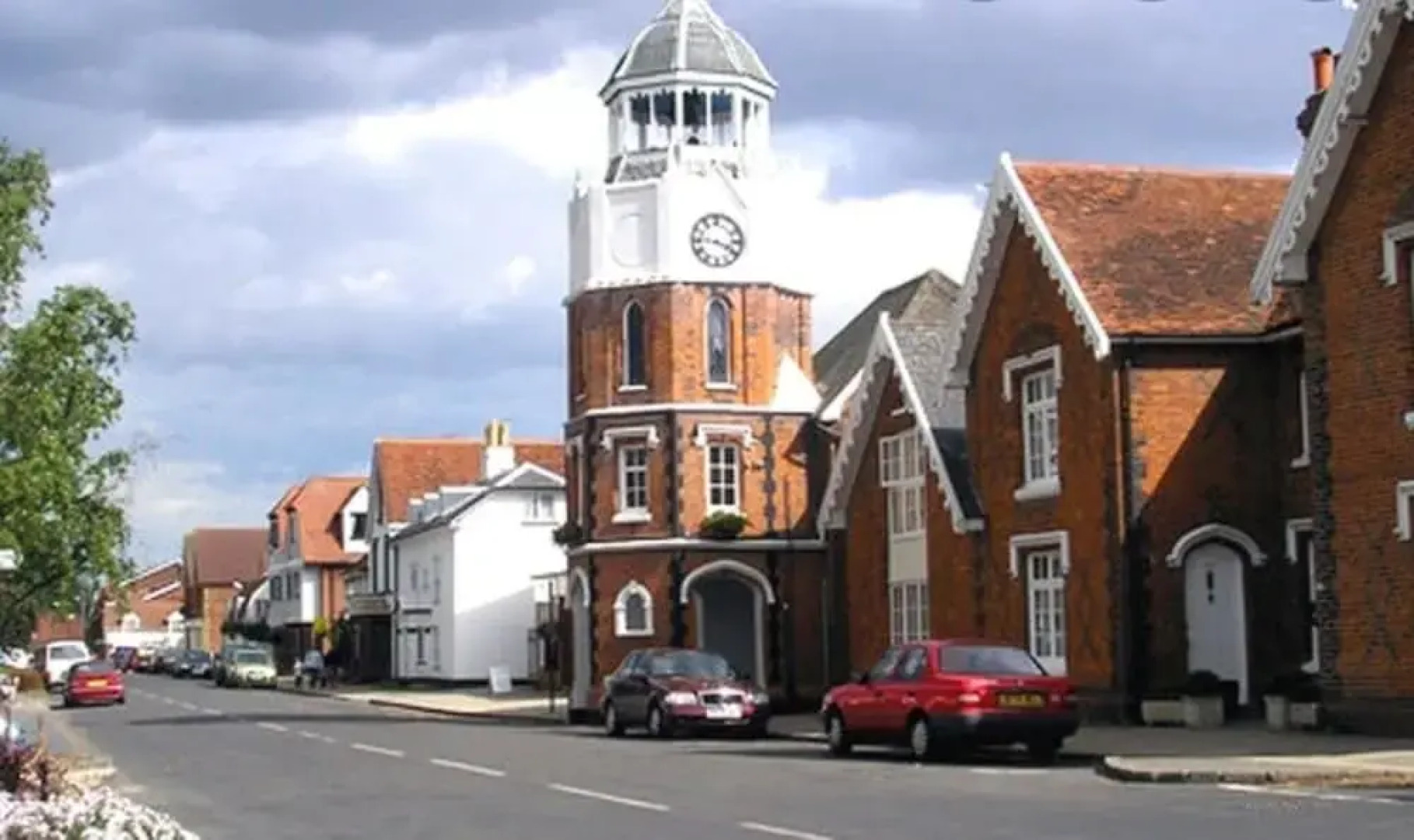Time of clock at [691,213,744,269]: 3:46
